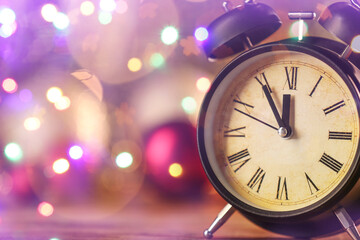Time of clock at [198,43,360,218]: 11:54
